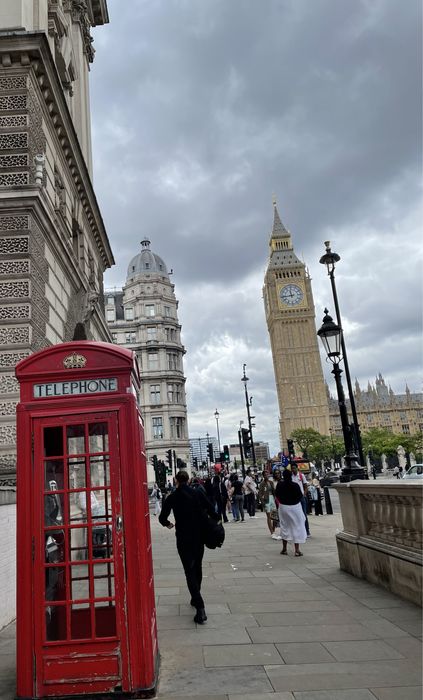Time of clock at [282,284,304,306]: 11:43
